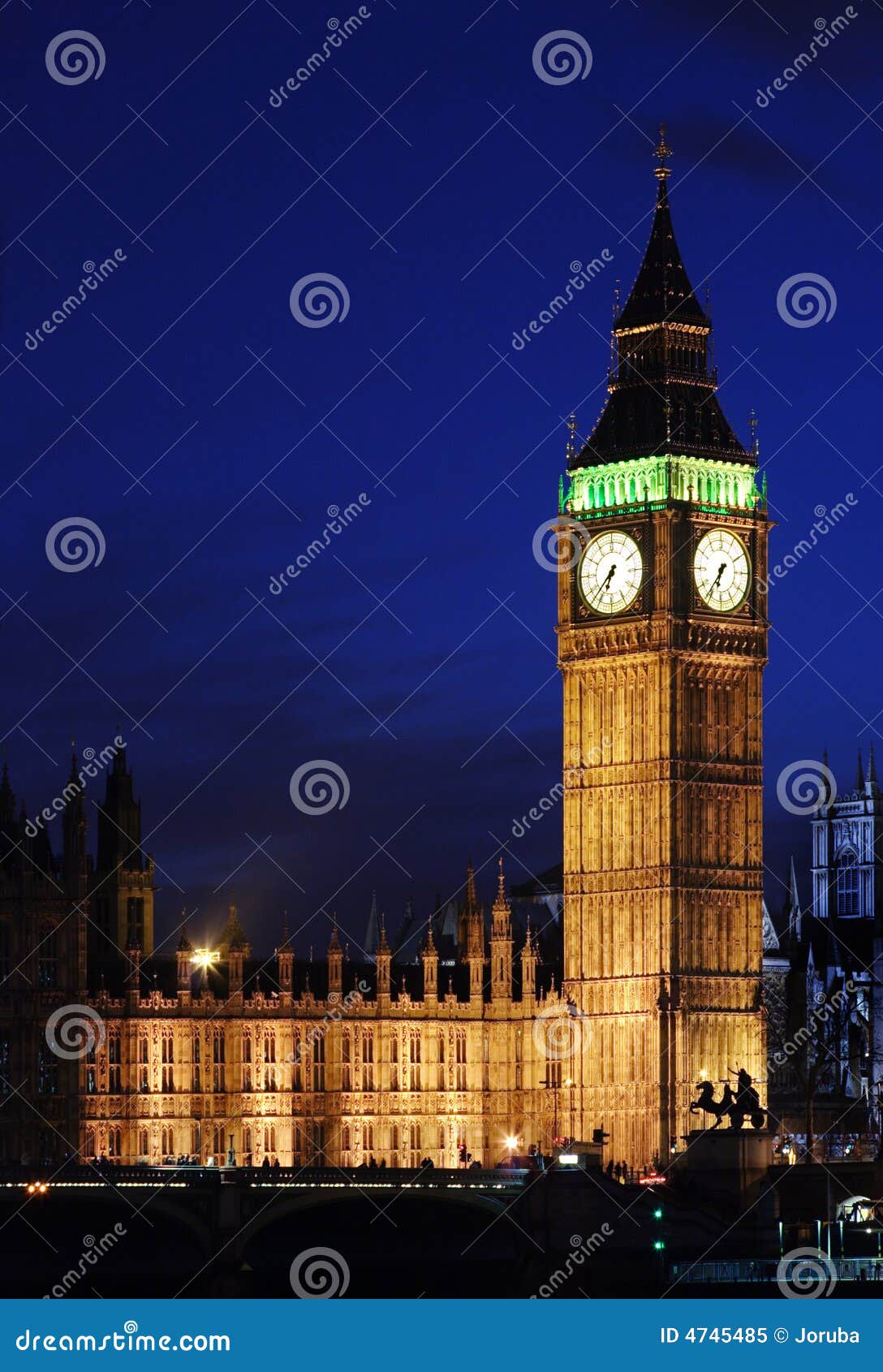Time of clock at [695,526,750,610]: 6:36
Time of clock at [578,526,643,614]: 6:37
